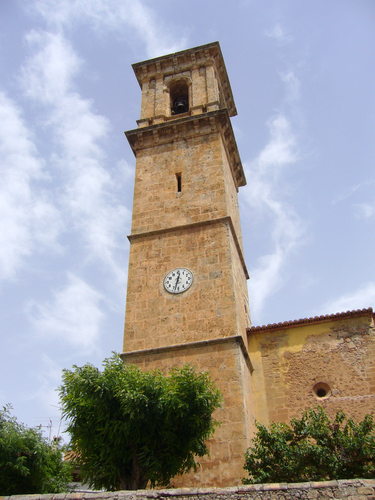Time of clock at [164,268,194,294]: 12:32
